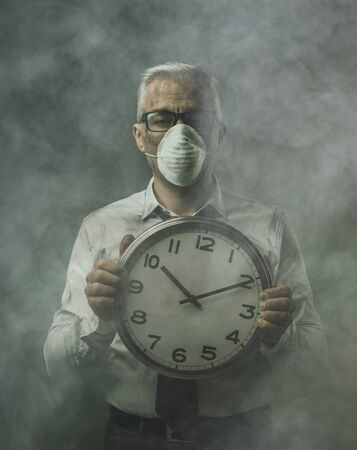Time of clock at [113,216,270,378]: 10:10
